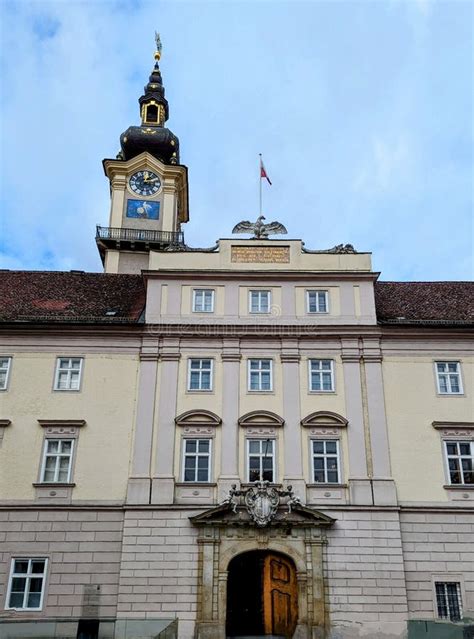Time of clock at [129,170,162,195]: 1:16
